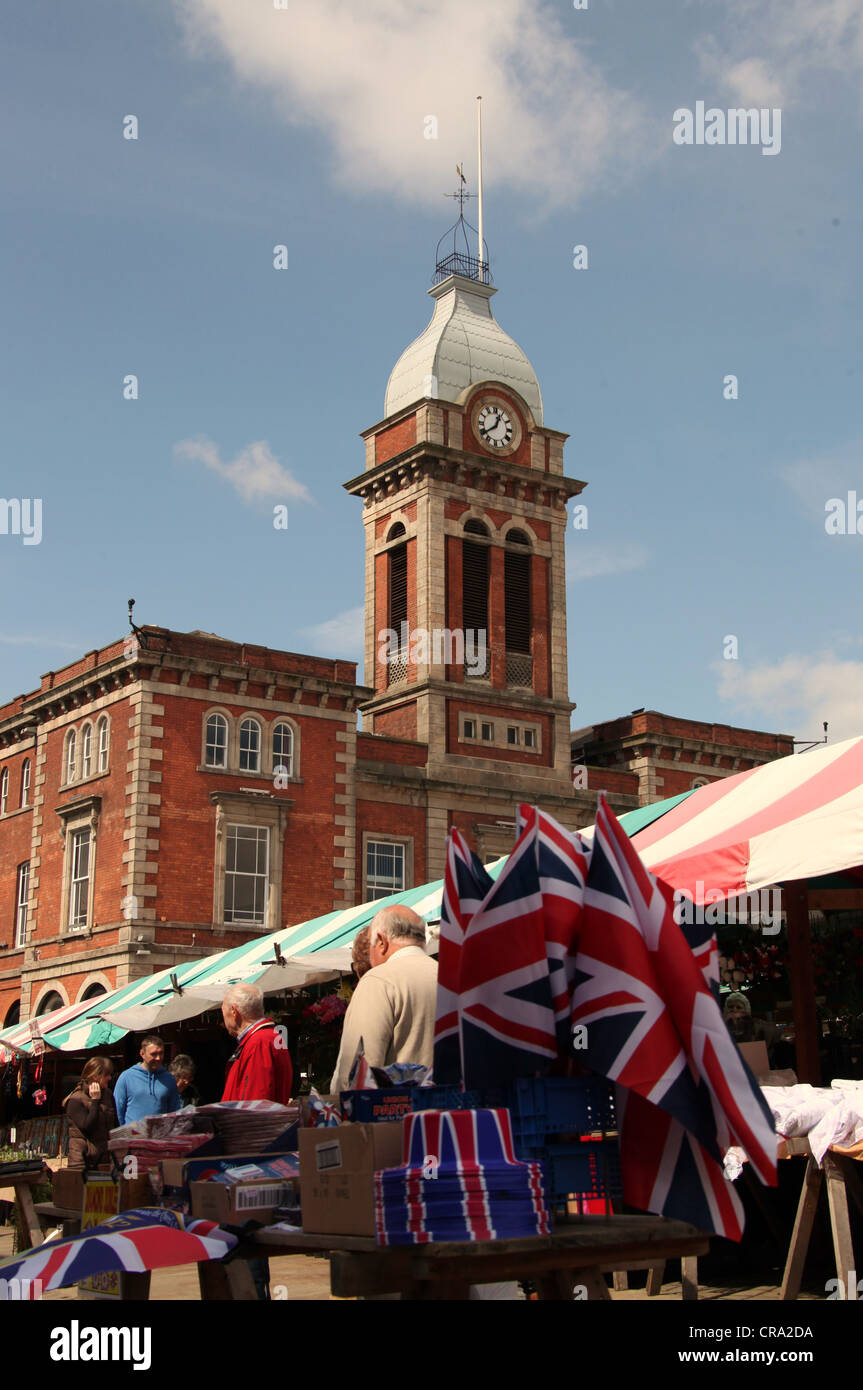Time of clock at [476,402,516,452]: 12:39
